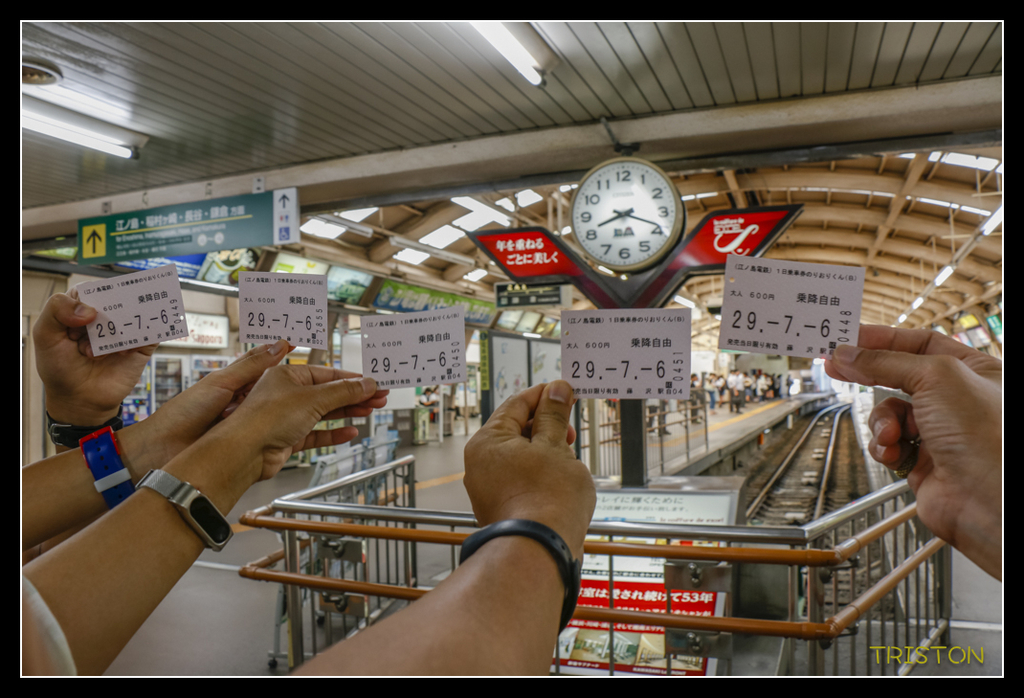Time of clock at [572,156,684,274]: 8:18
